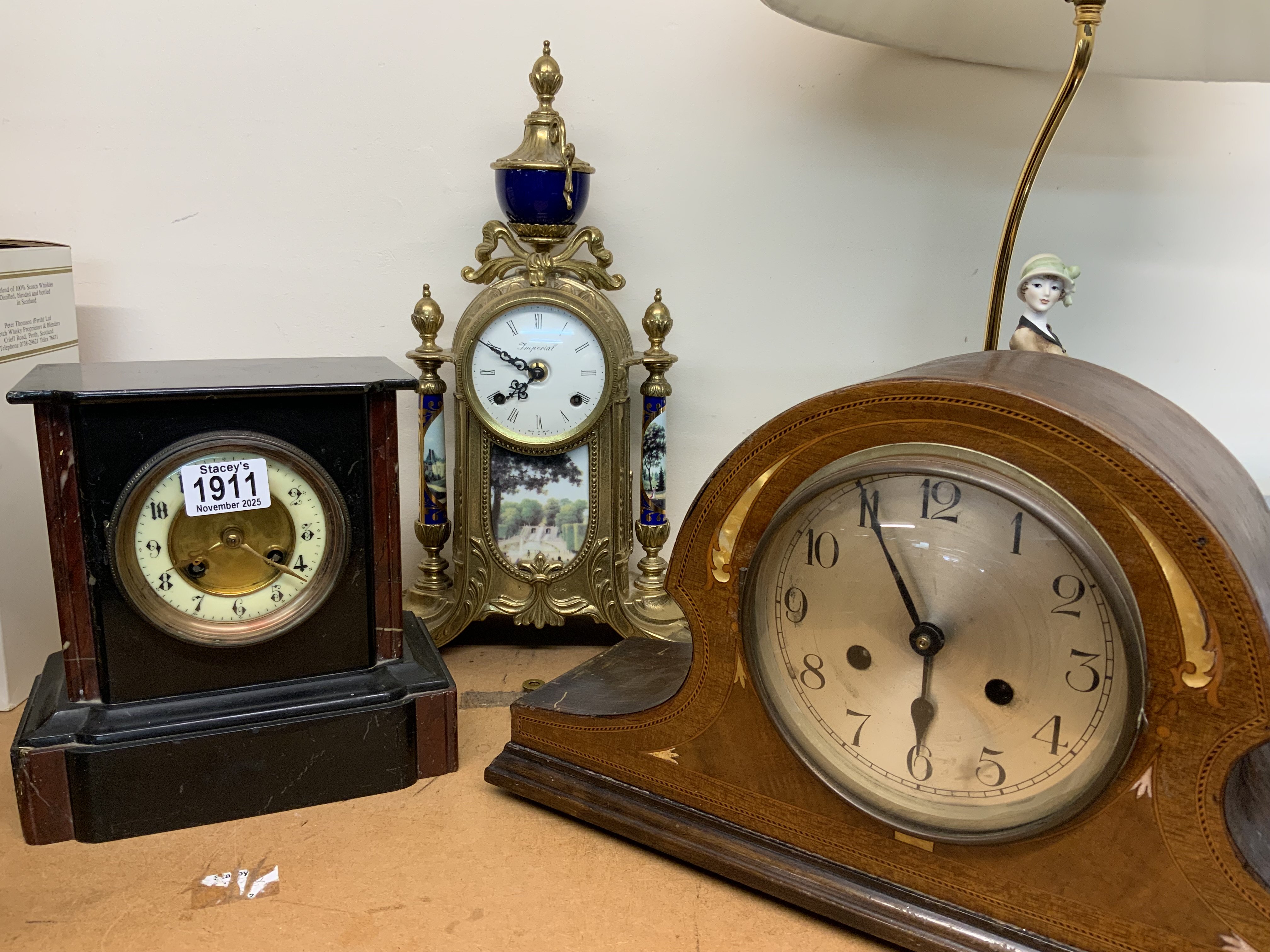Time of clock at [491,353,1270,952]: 5:55
